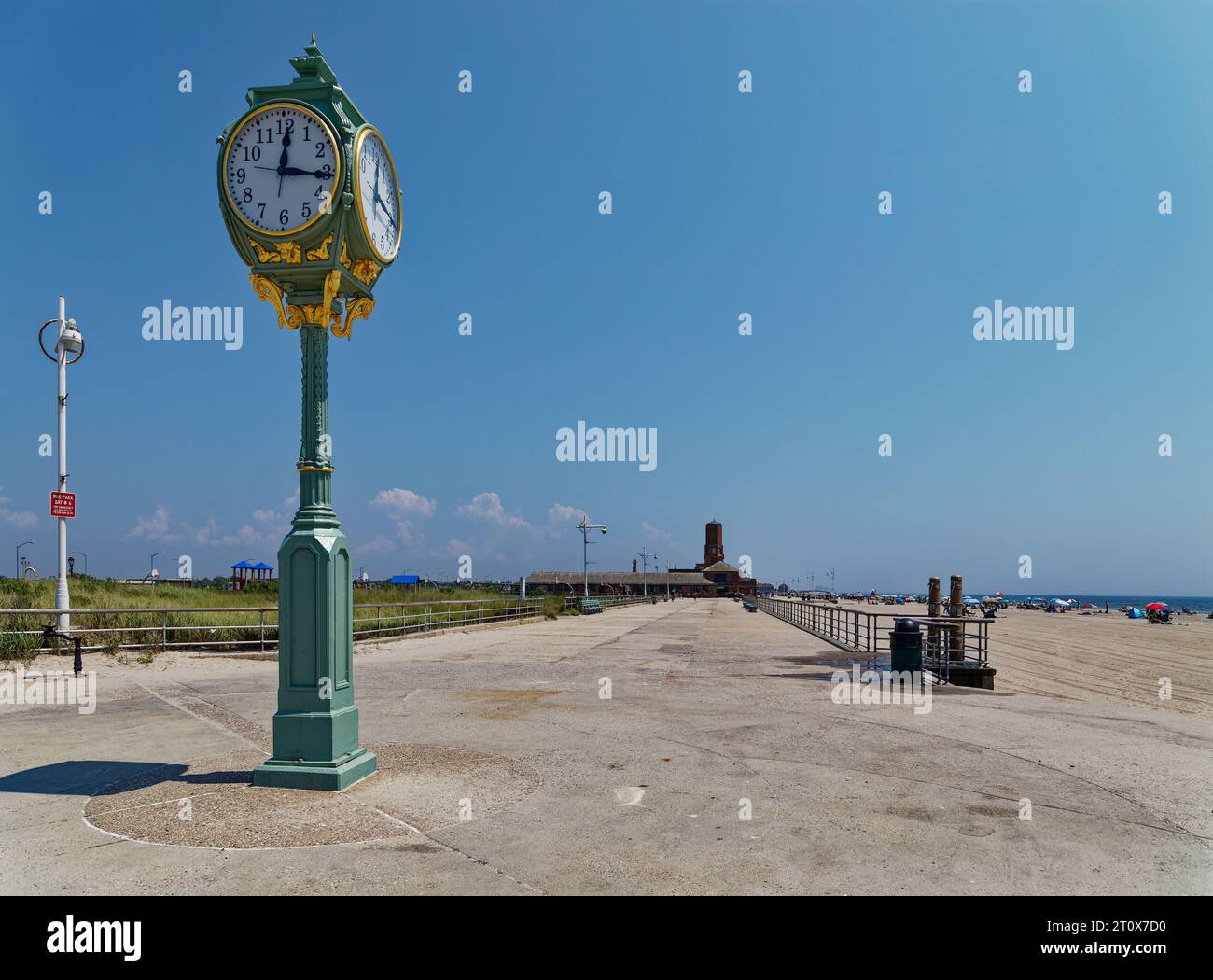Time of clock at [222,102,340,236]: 12:16
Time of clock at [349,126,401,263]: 12:16
